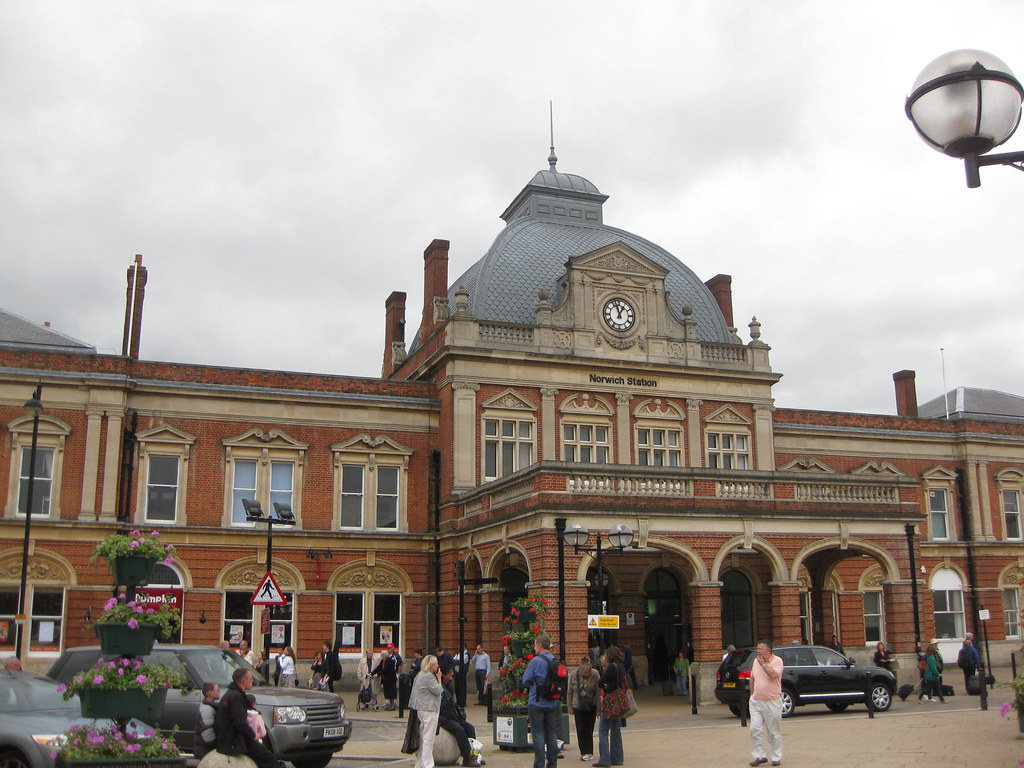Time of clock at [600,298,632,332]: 12:57
